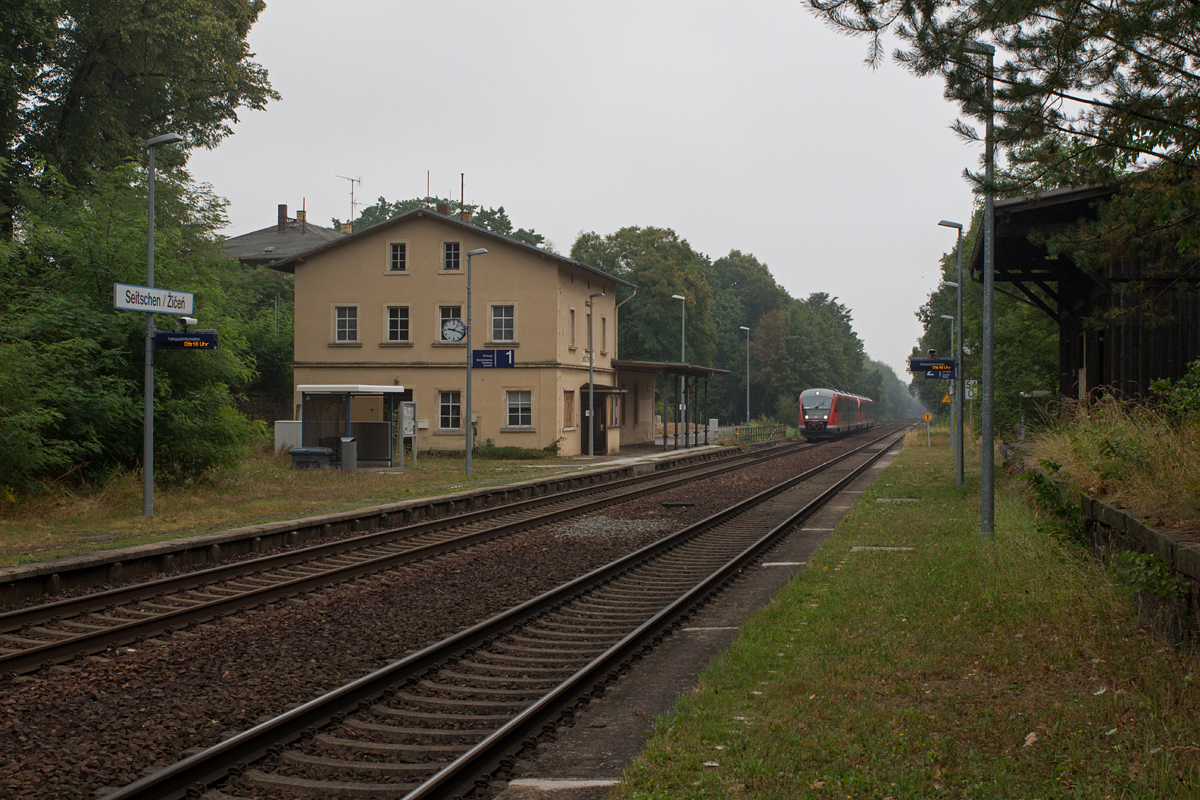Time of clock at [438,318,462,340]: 9:18
